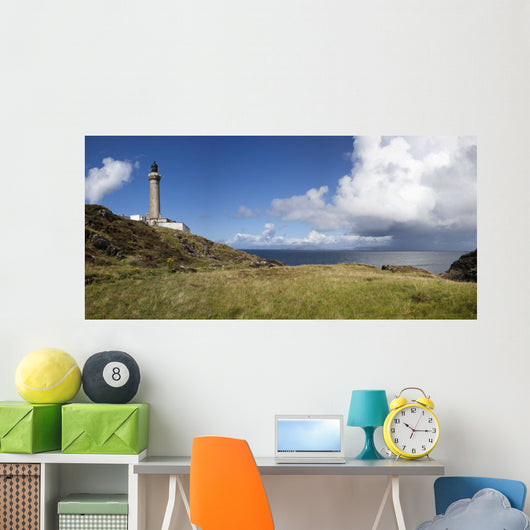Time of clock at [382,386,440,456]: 10:15
